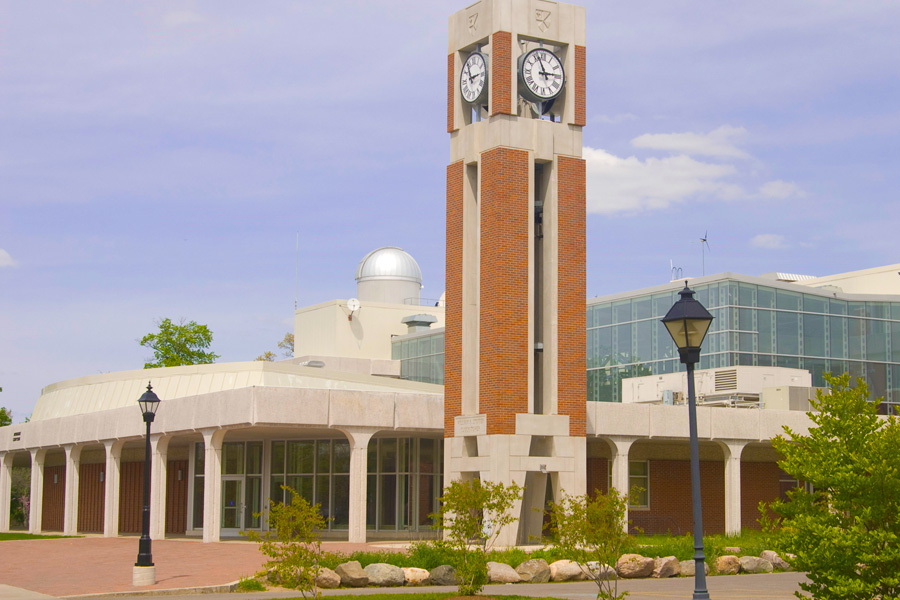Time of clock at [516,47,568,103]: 2:56
